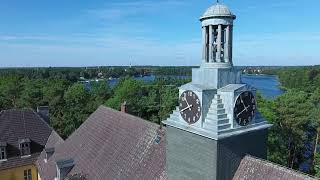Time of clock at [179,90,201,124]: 10:41
